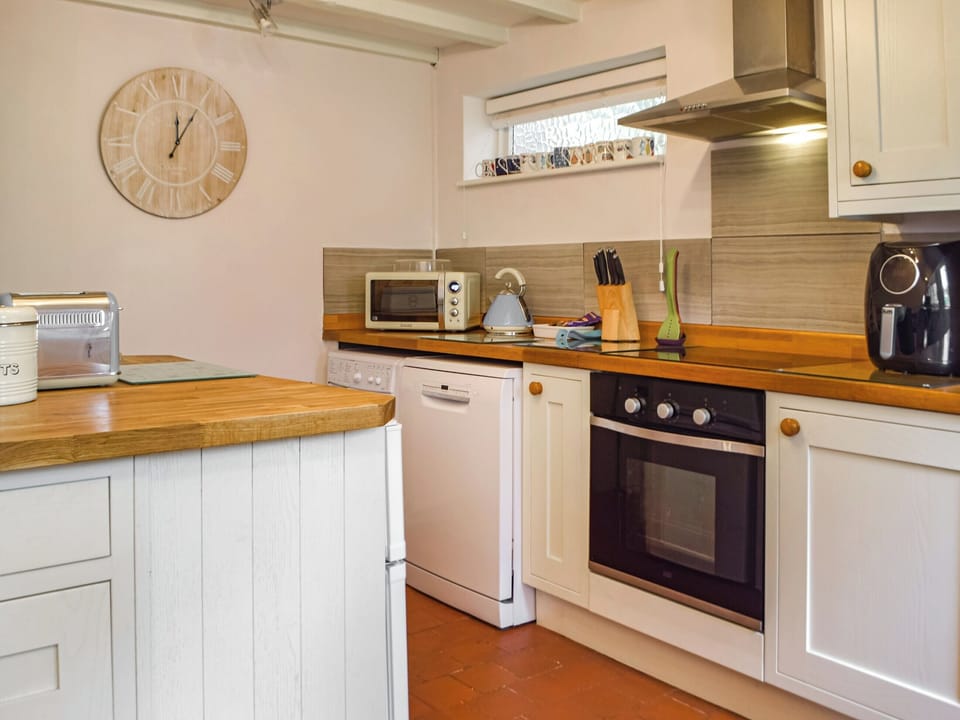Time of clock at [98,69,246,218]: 12:05
